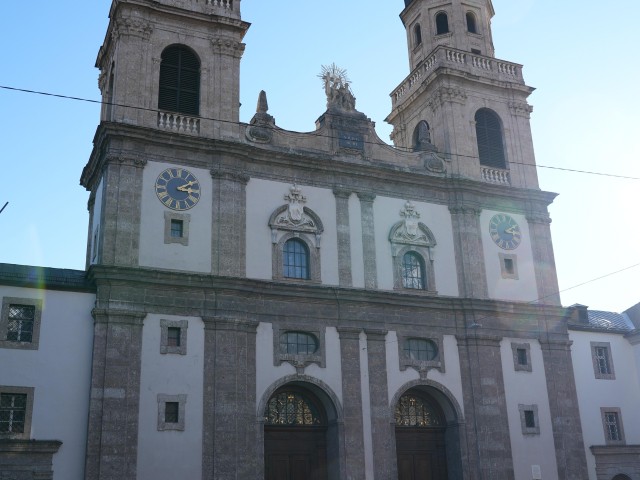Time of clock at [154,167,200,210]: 3:09
